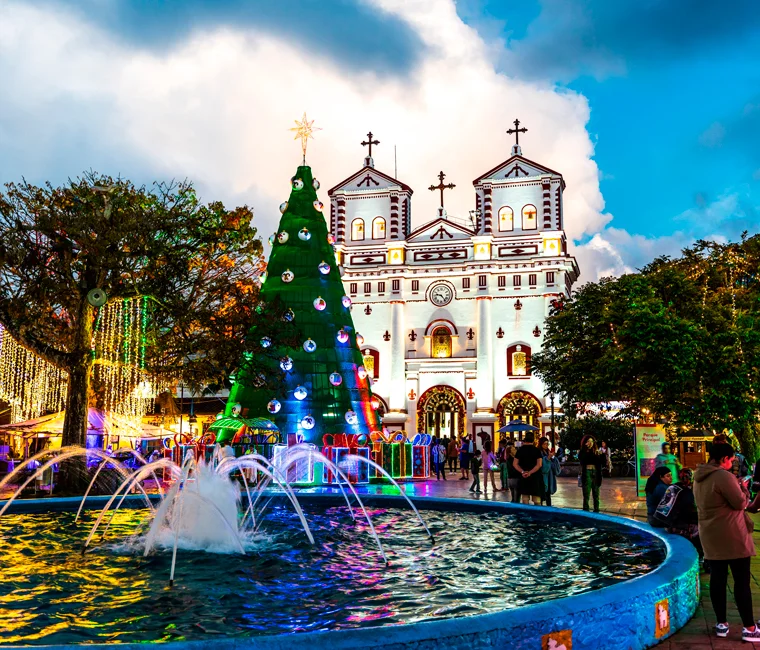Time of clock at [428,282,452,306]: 9:23
